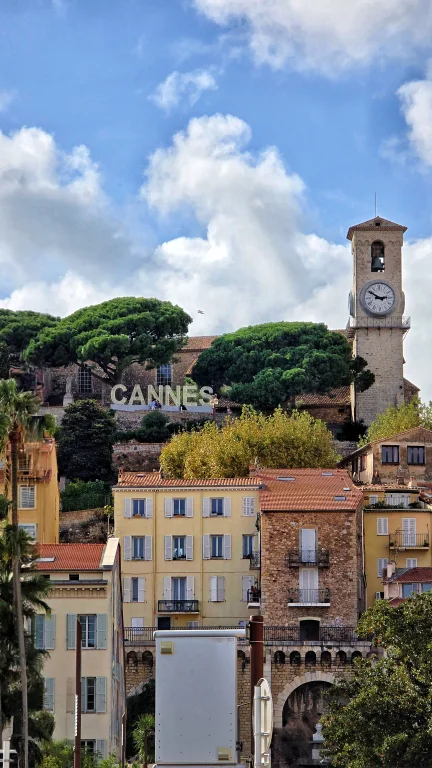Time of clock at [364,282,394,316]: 2:50
